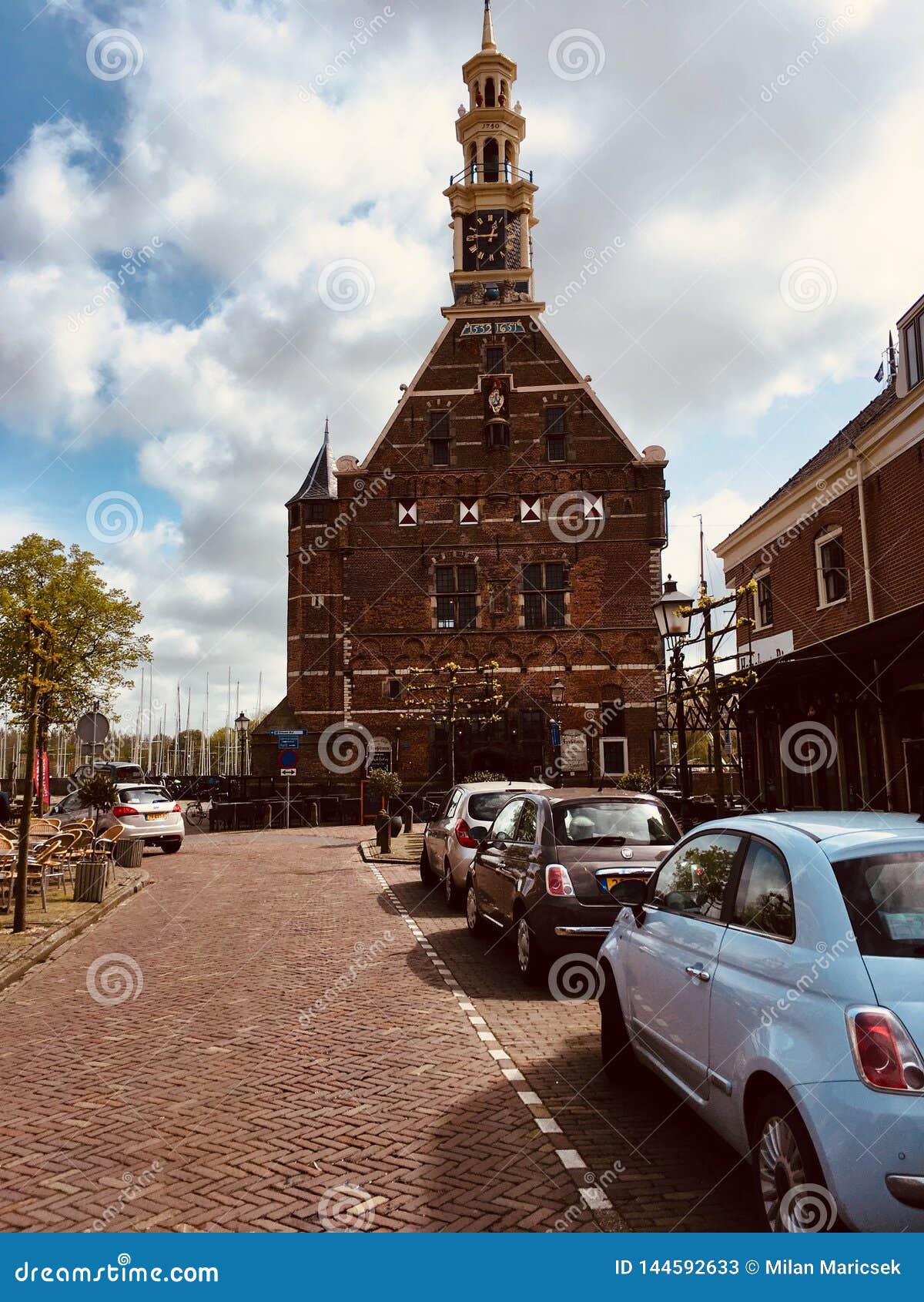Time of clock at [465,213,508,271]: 12:46
